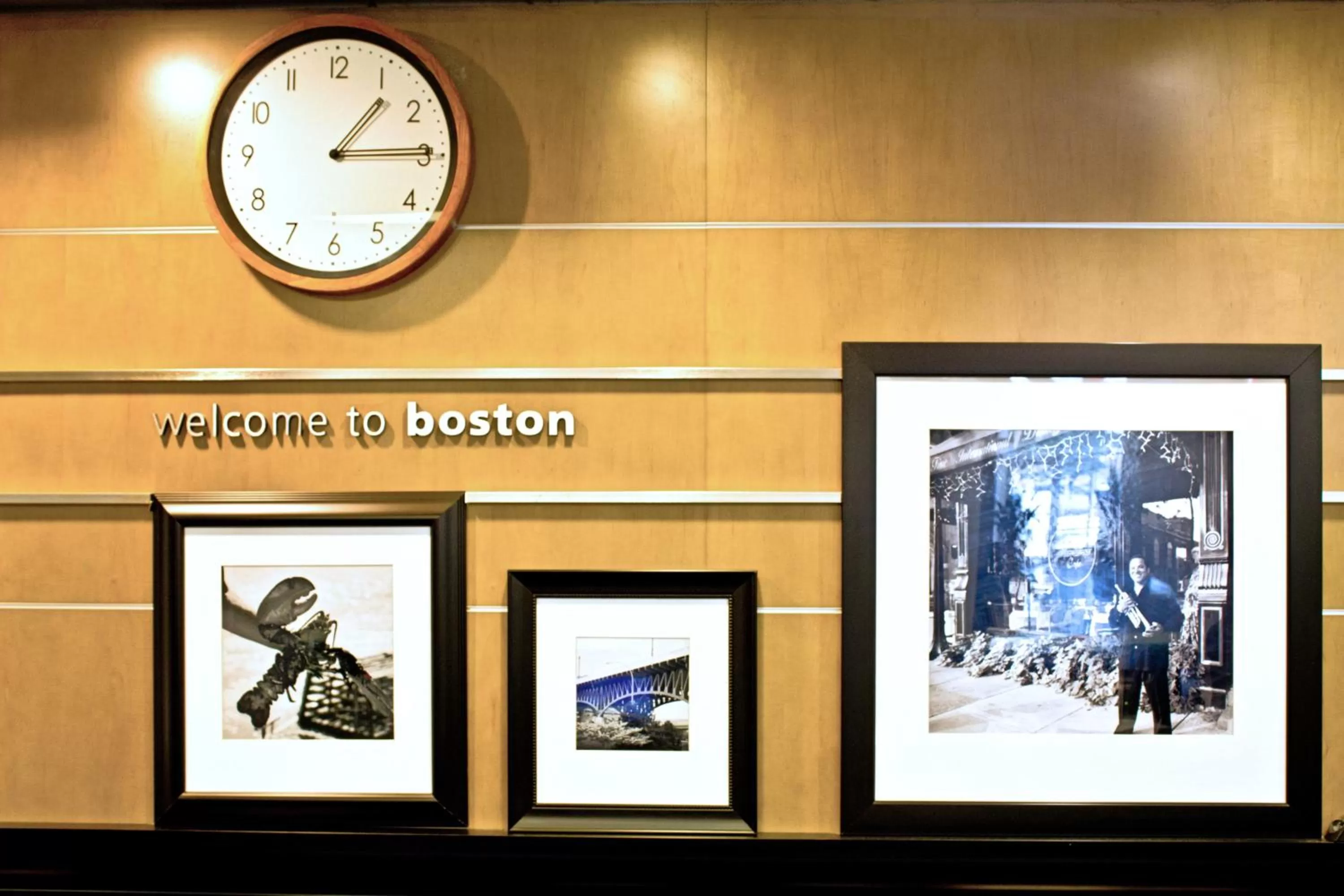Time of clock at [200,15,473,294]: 1:14
